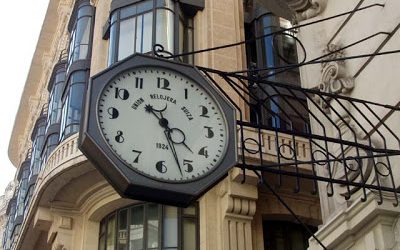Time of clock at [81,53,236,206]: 10:26
